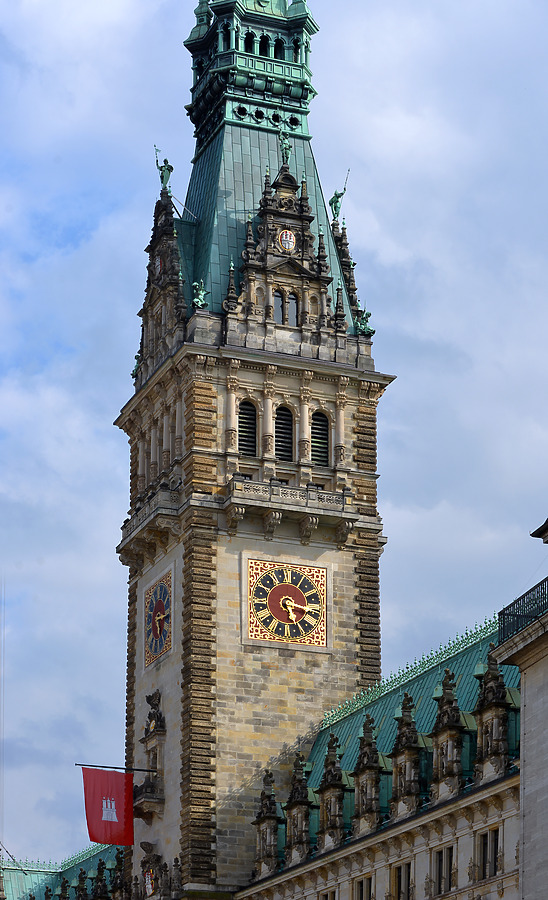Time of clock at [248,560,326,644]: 5:15
